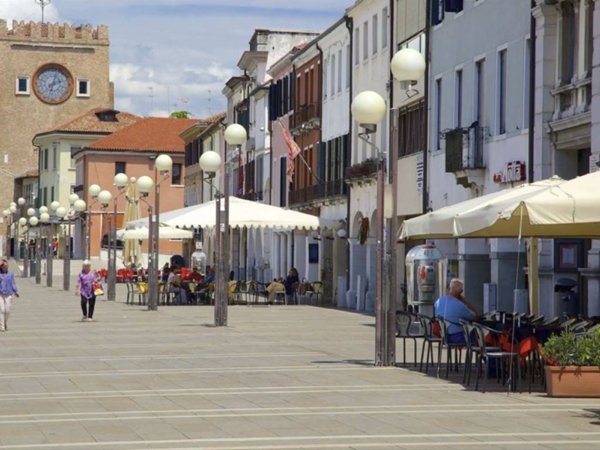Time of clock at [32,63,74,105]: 2:02
